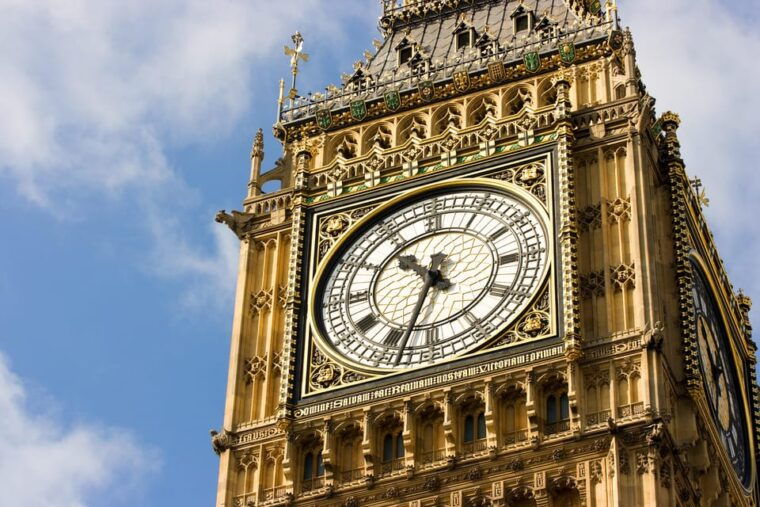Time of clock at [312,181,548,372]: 10:33
